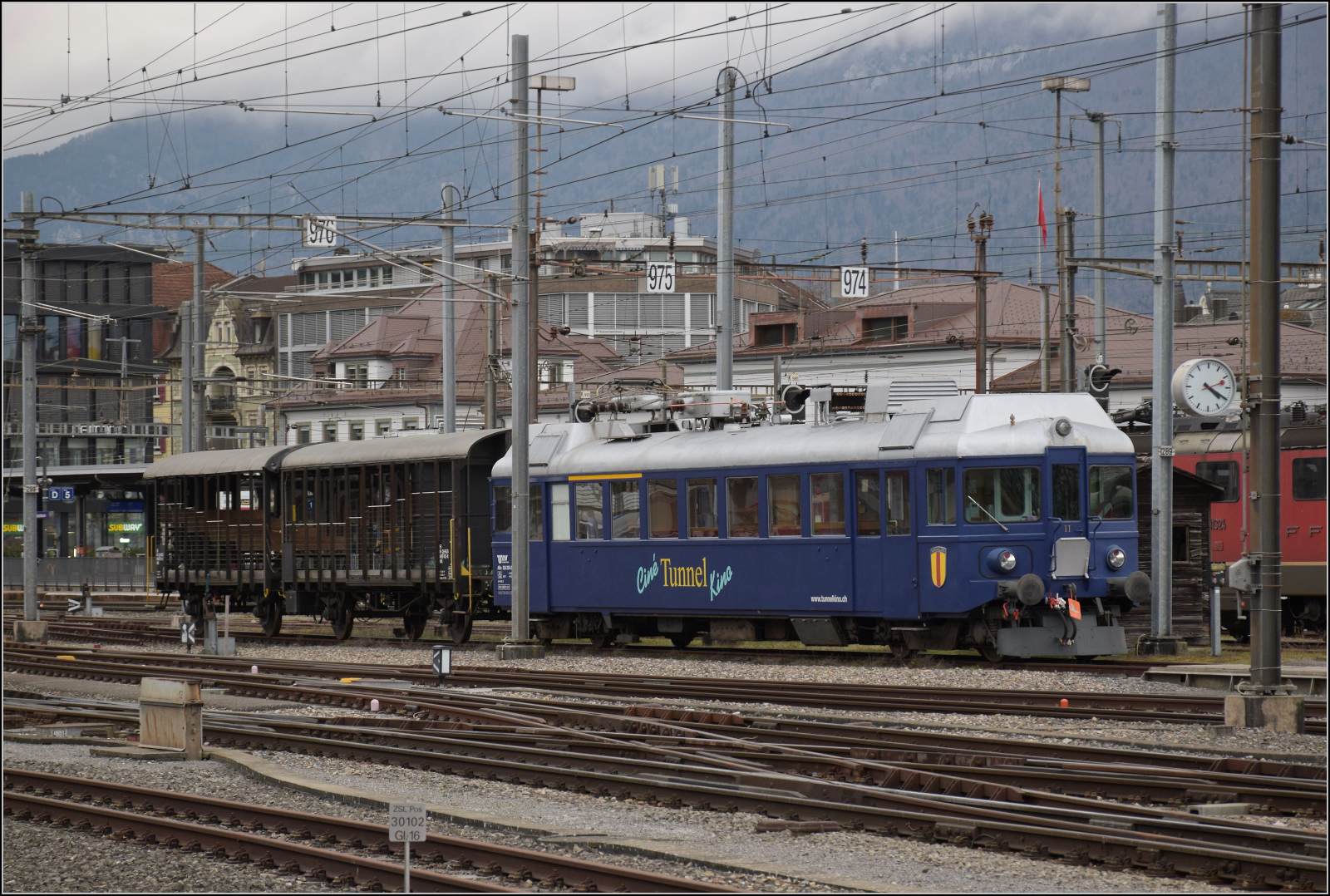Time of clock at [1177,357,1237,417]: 4:20
